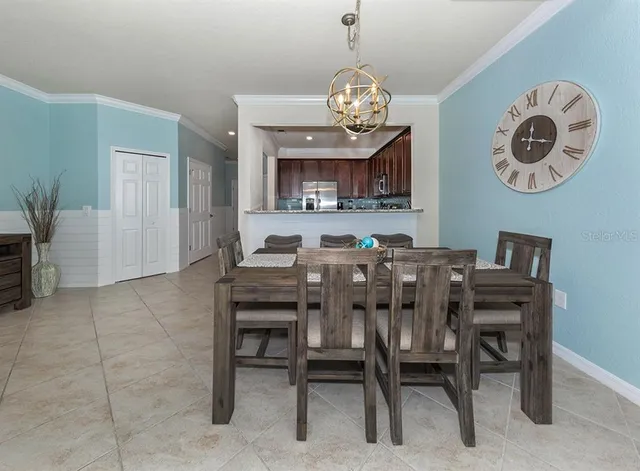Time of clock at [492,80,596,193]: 12:18
